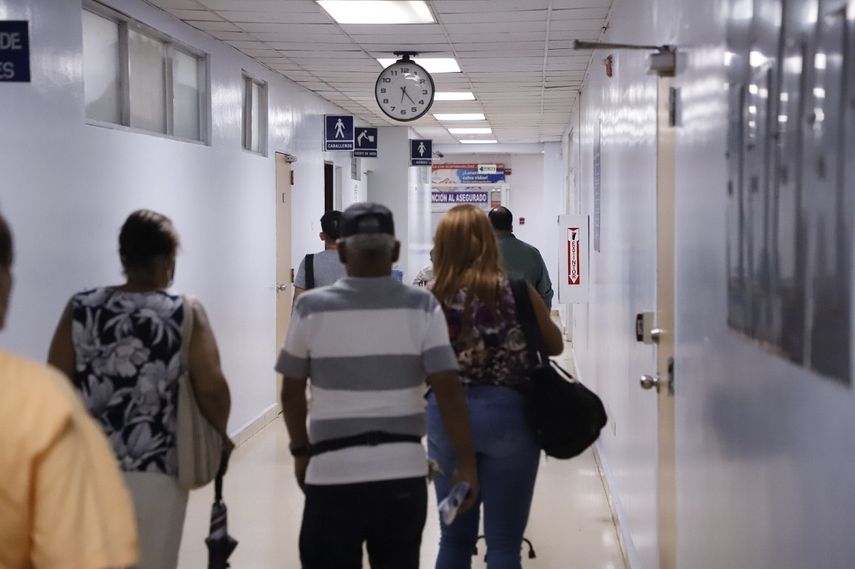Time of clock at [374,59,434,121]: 6:23
